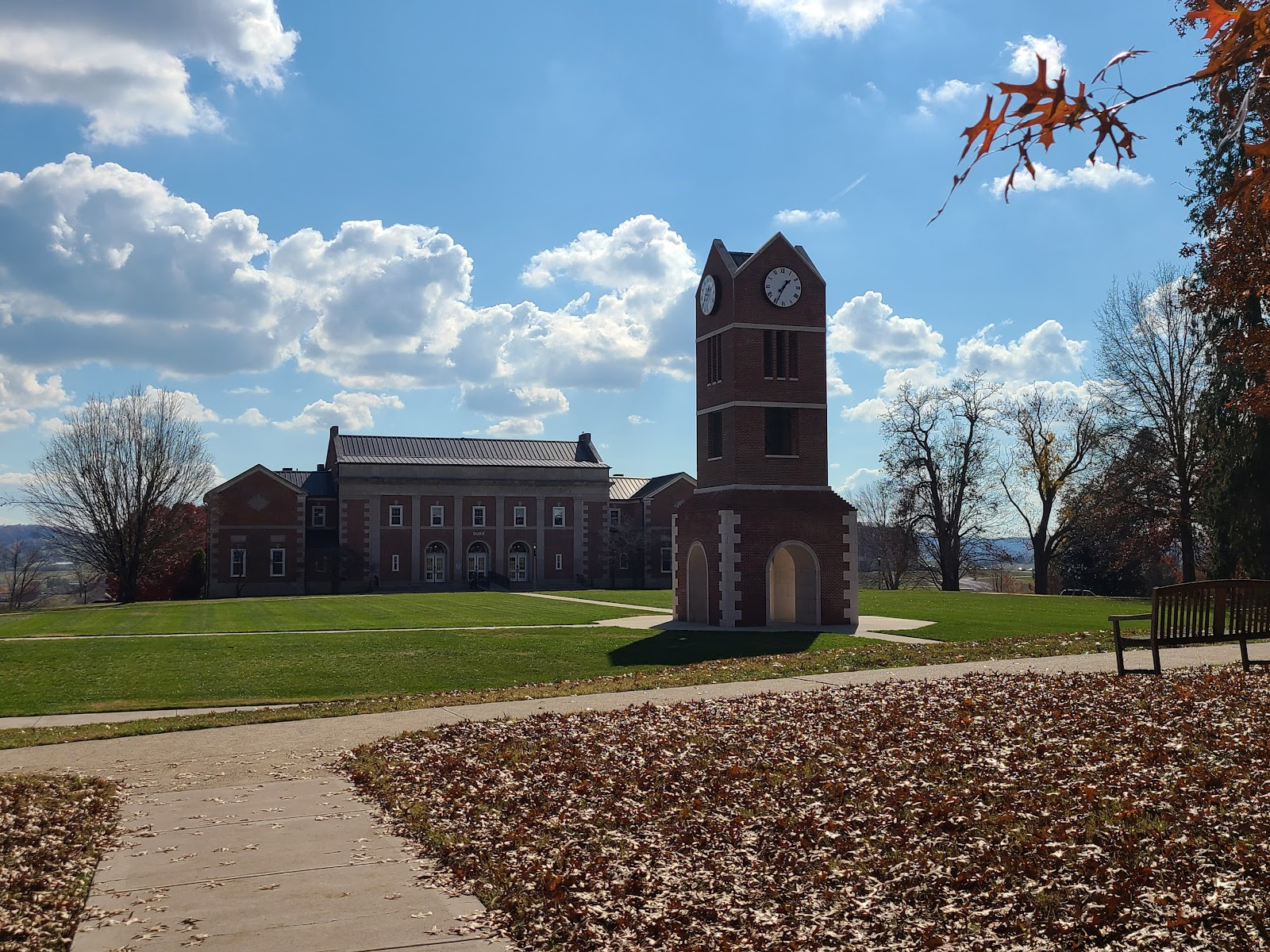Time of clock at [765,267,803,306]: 1:34
